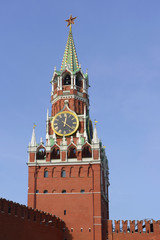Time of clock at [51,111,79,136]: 12:21
